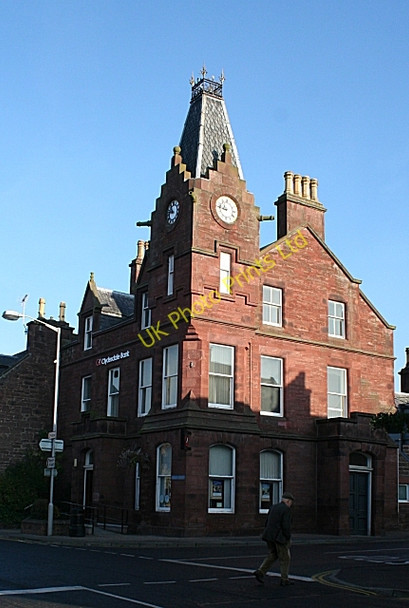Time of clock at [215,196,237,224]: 8:46
